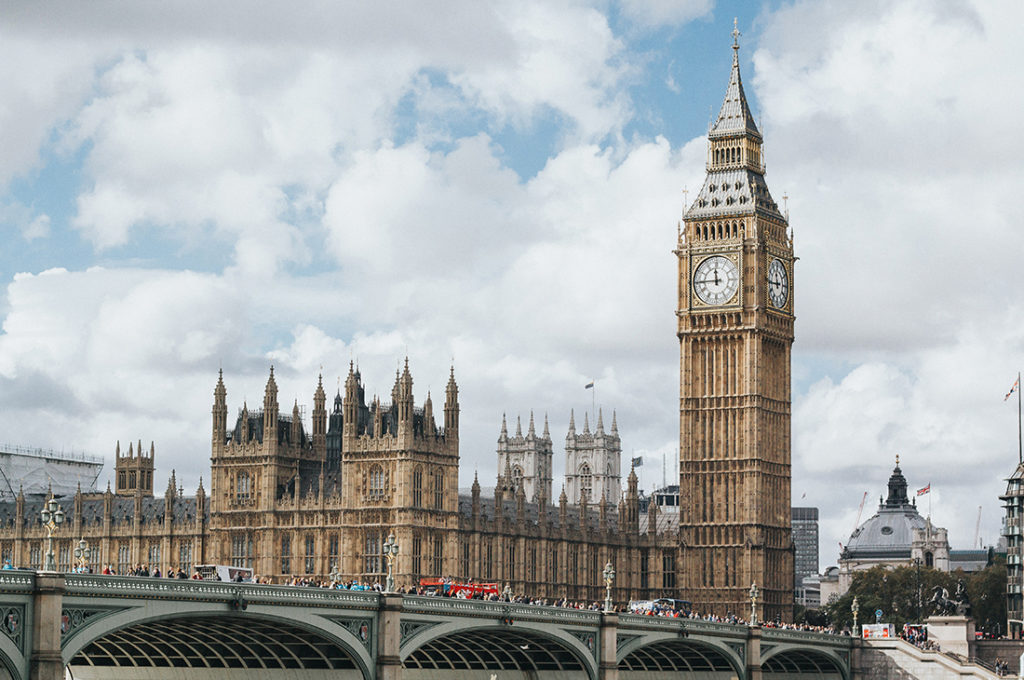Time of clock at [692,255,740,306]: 11:44
